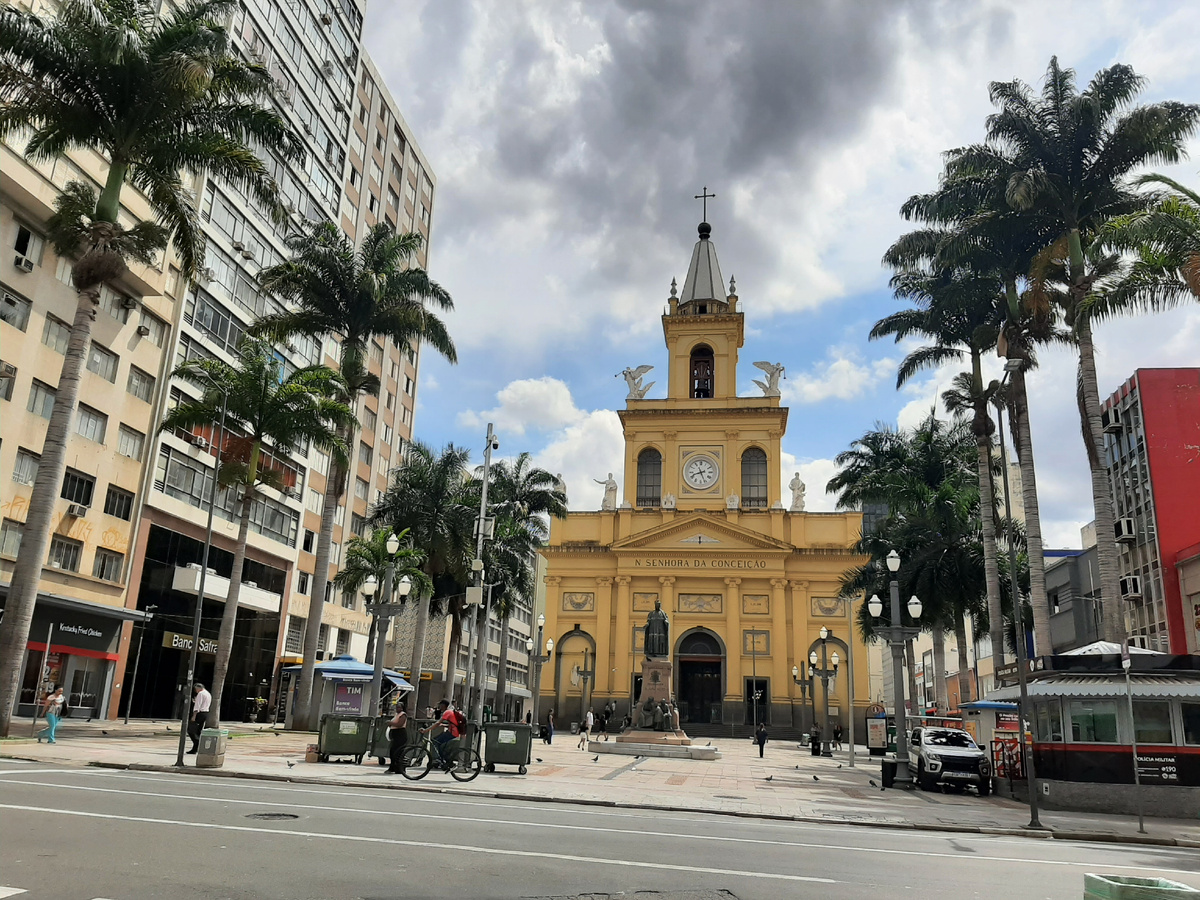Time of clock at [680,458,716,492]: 8:26
